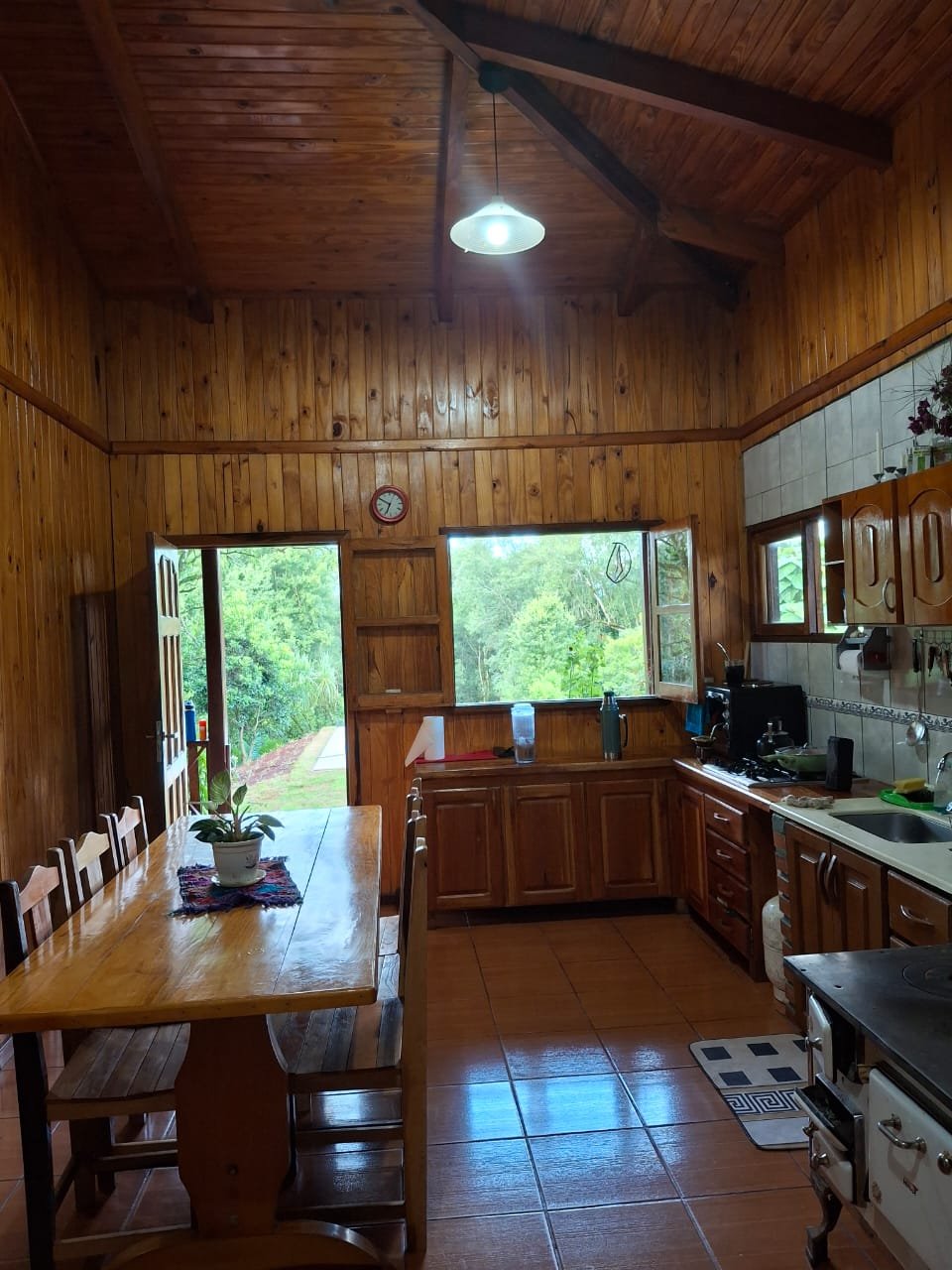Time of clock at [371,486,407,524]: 6:49
